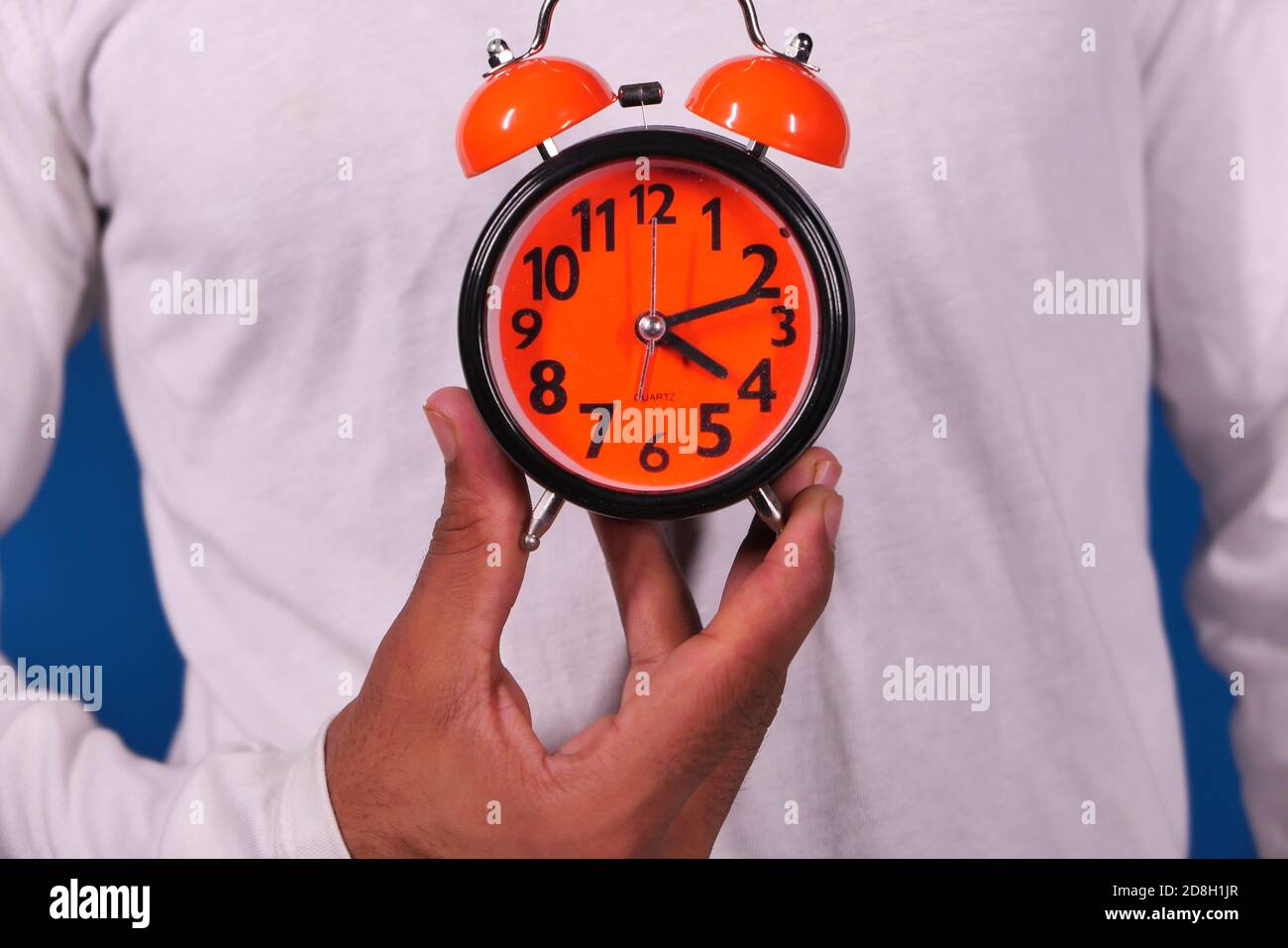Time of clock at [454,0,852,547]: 4:12
